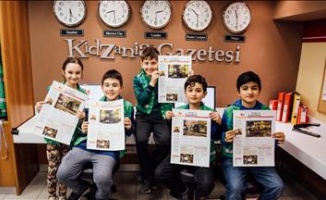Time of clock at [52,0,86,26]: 5:30
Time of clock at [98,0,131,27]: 8:29
